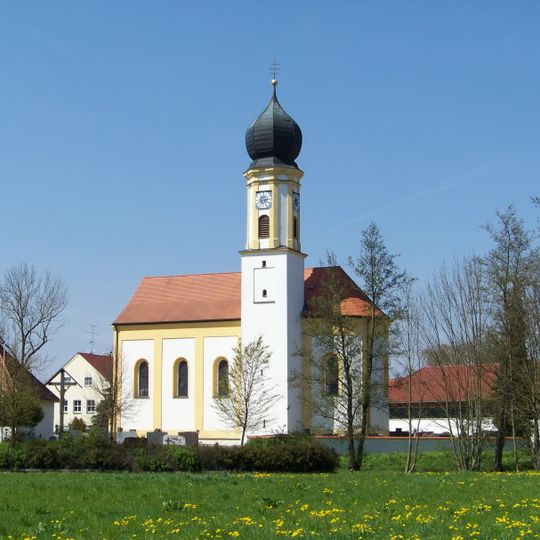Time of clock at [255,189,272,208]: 5:14
